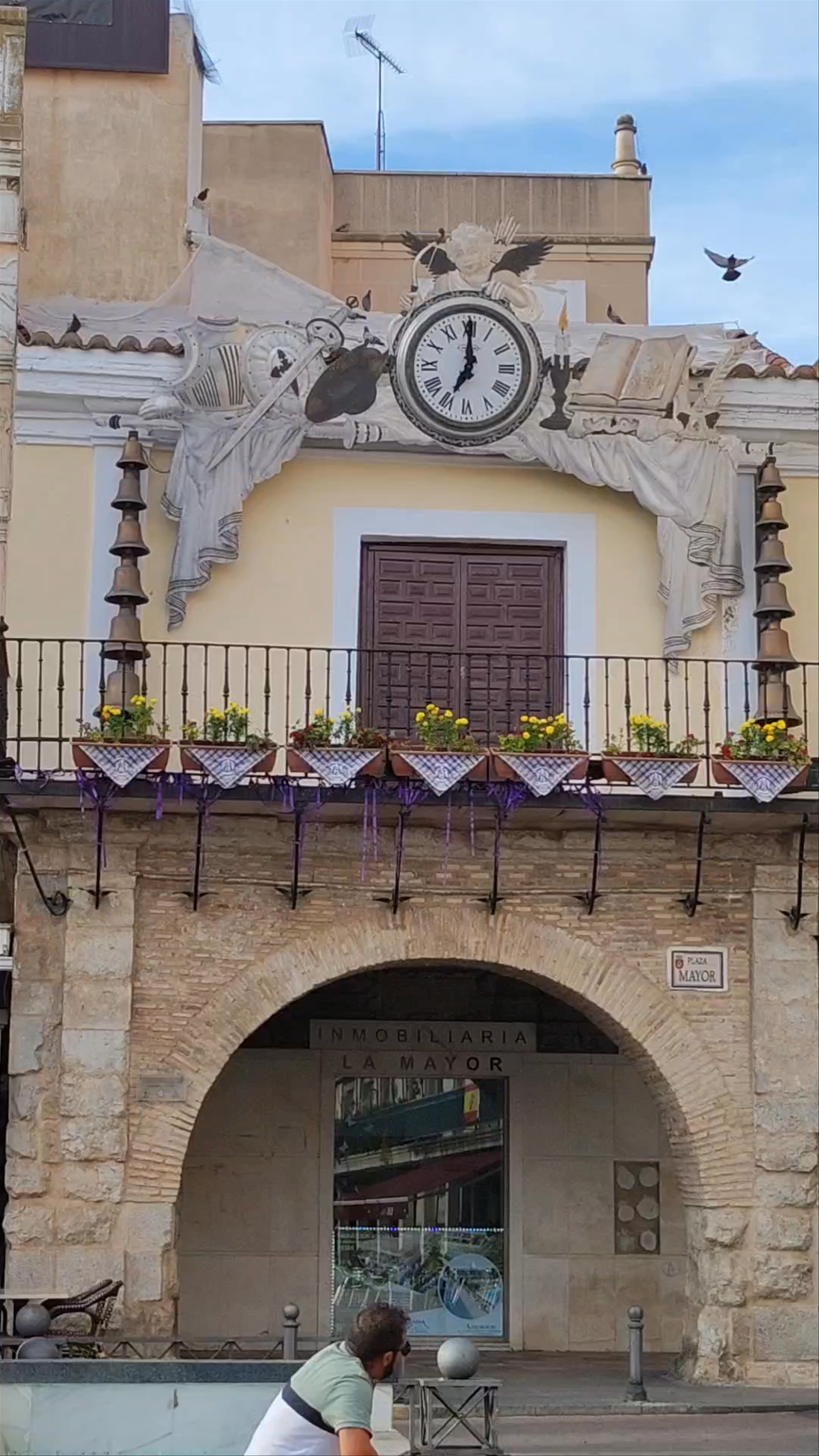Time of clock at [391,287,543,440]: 7:00
